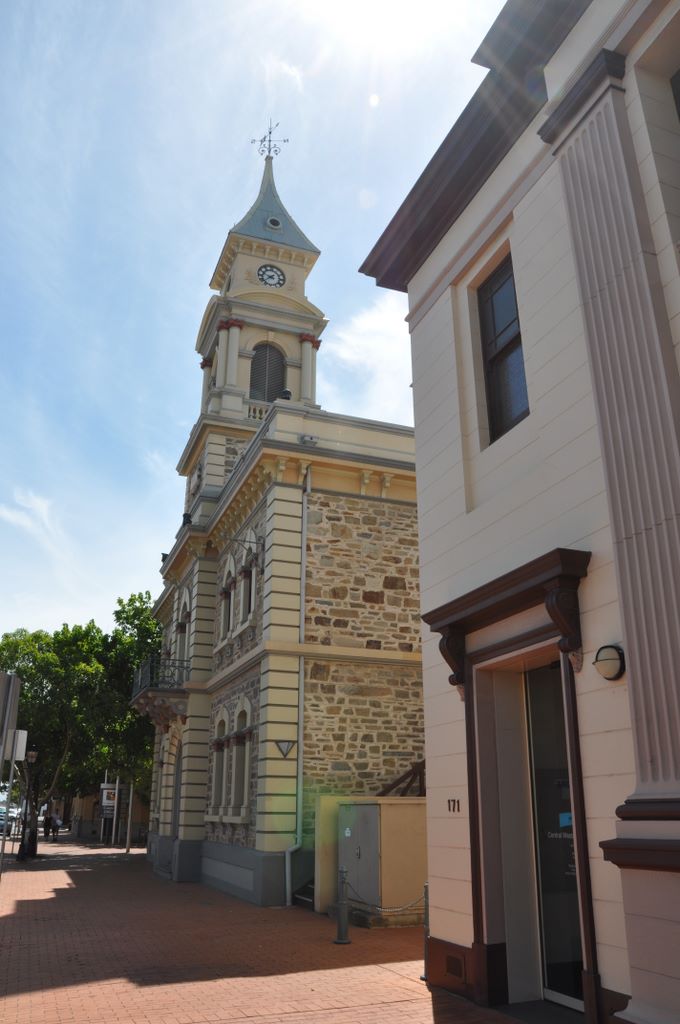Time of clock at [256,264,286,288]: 9:38
